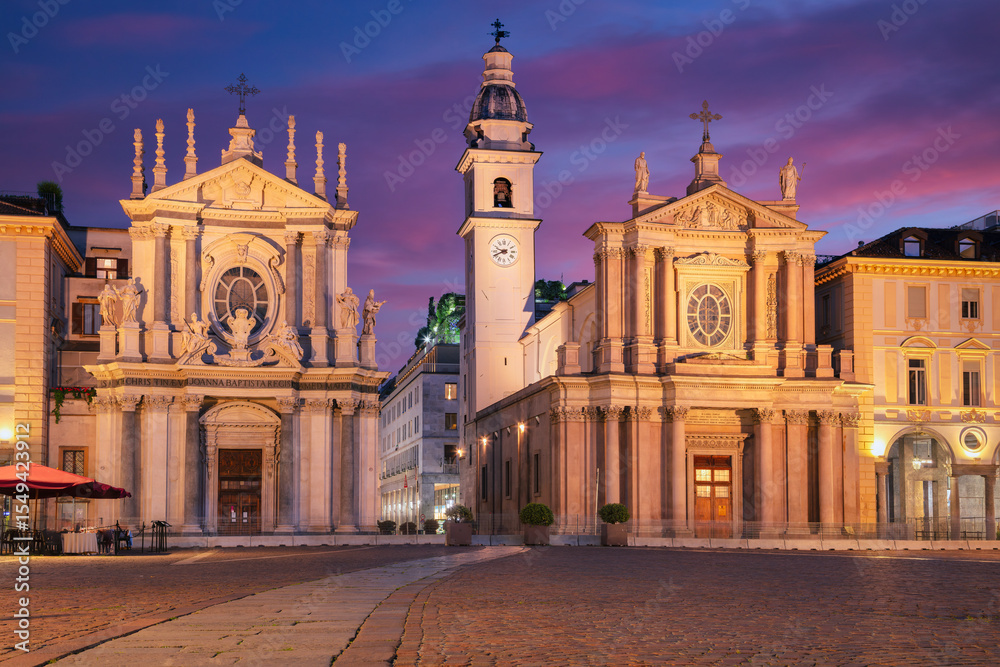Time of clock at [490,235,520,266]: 9:41
